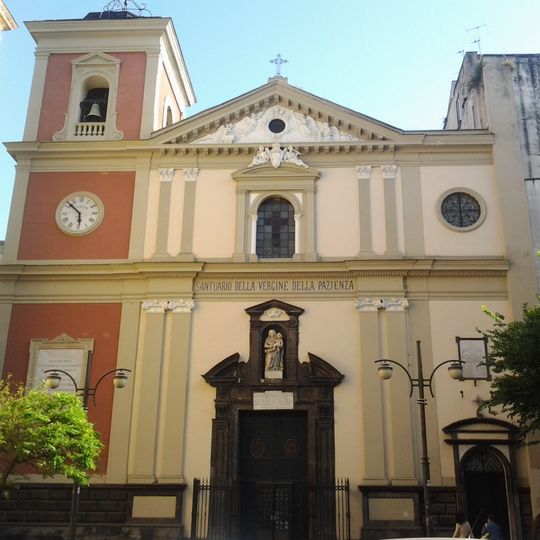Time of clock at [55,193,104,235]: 5:51
